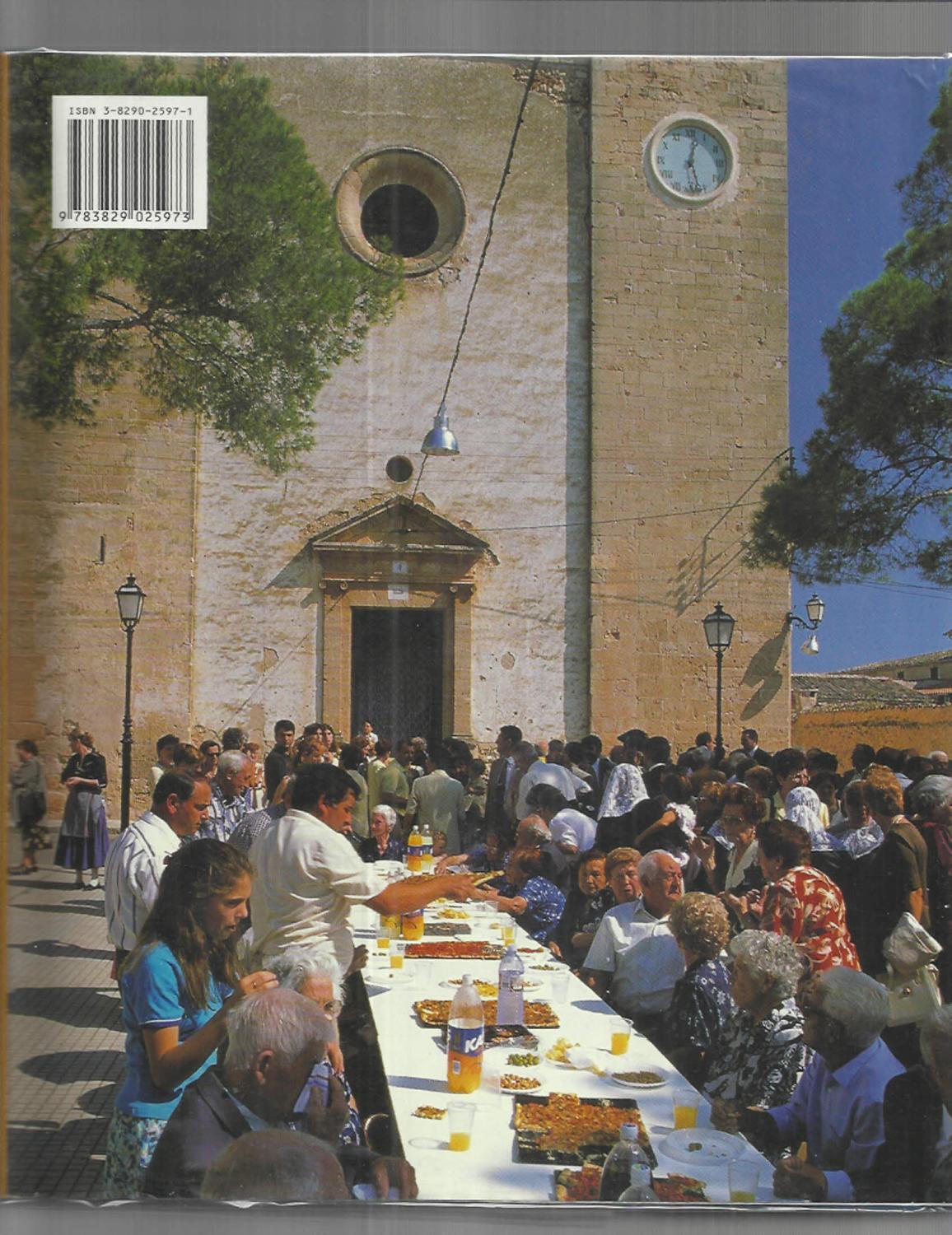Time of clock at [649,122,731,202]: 12:27
